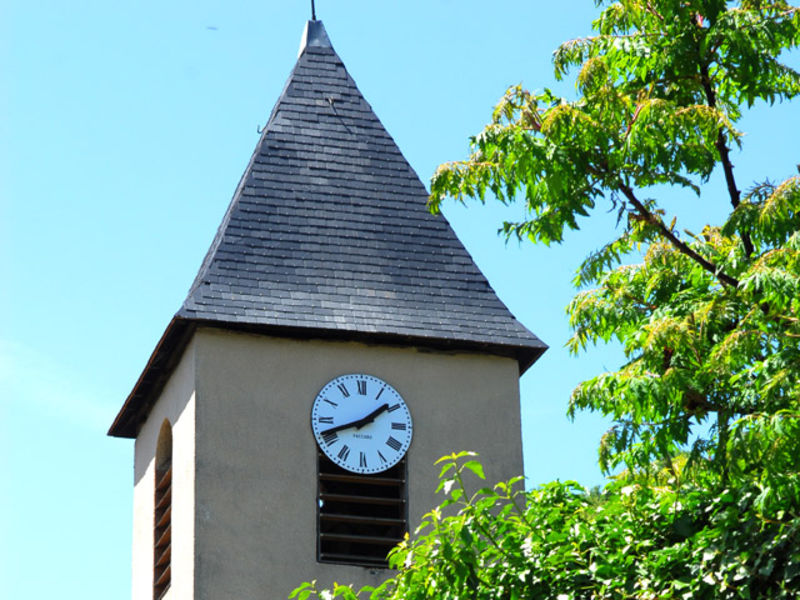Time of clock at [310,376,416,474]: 1:41
